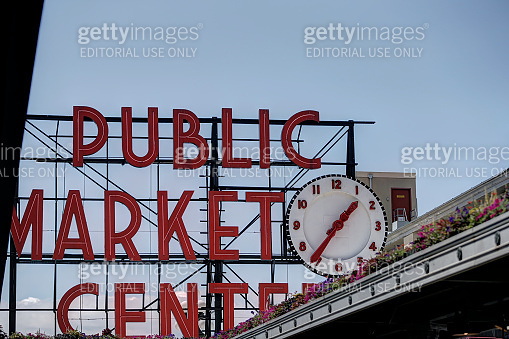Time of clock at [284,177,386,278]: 1:36
